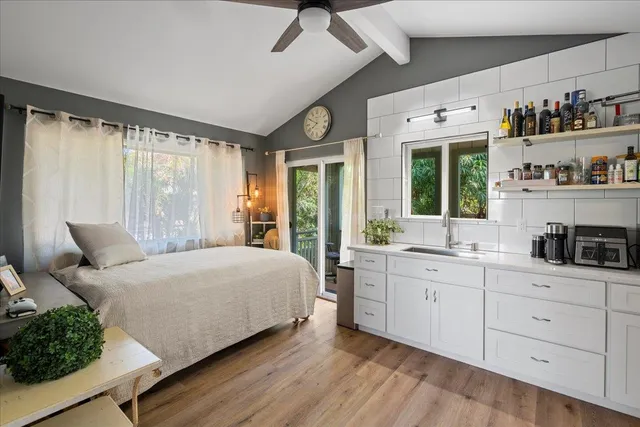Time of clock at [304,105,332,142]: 7:49
